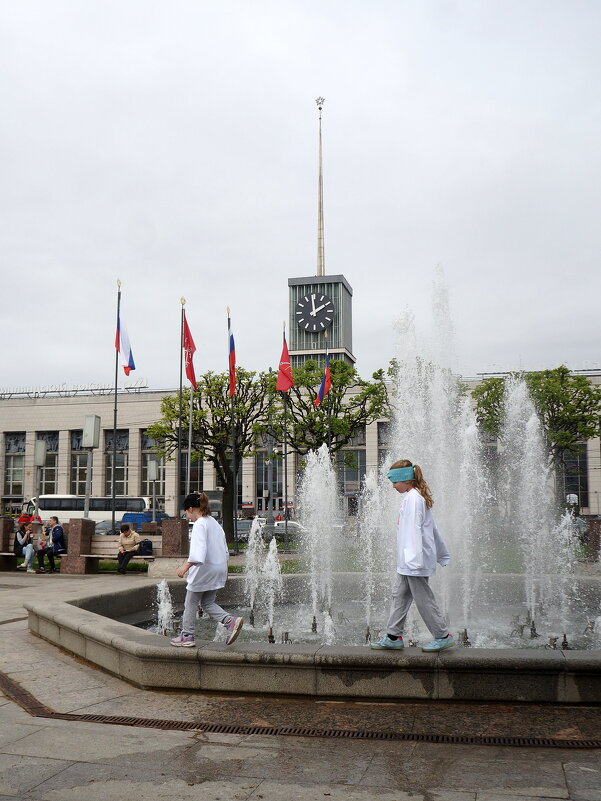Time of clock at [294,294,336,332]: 1:59
